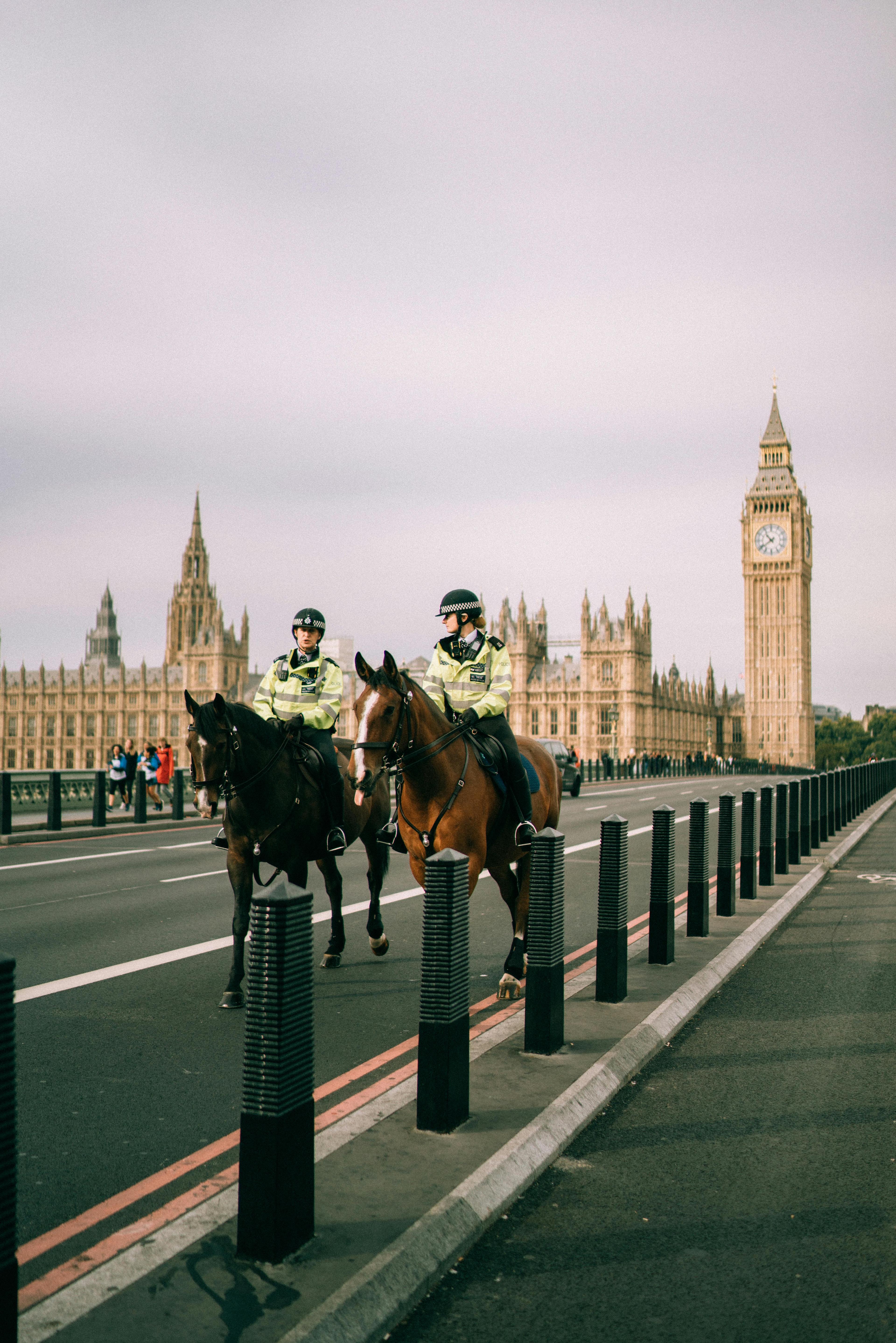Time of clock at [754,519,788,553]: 10:39
